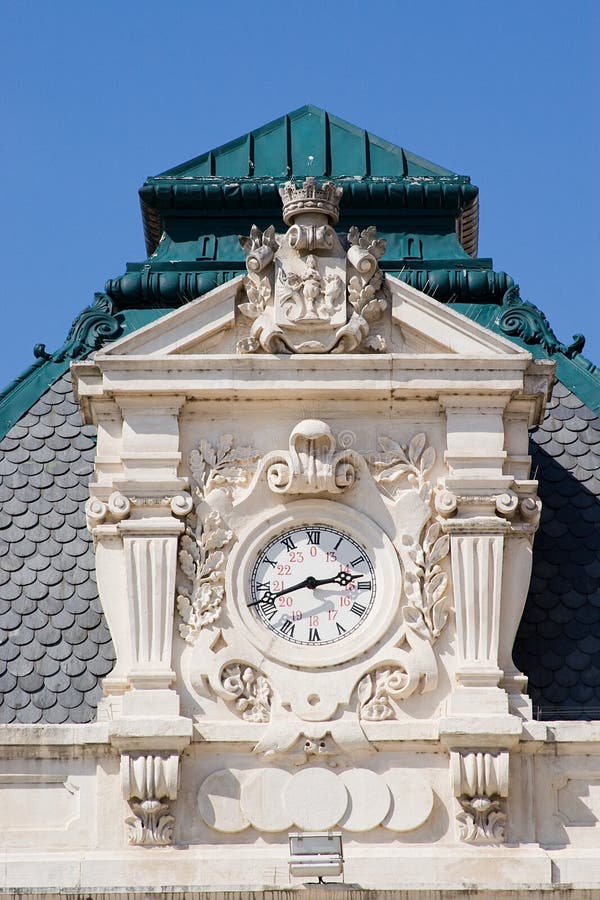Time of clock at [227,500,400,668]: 2:41
